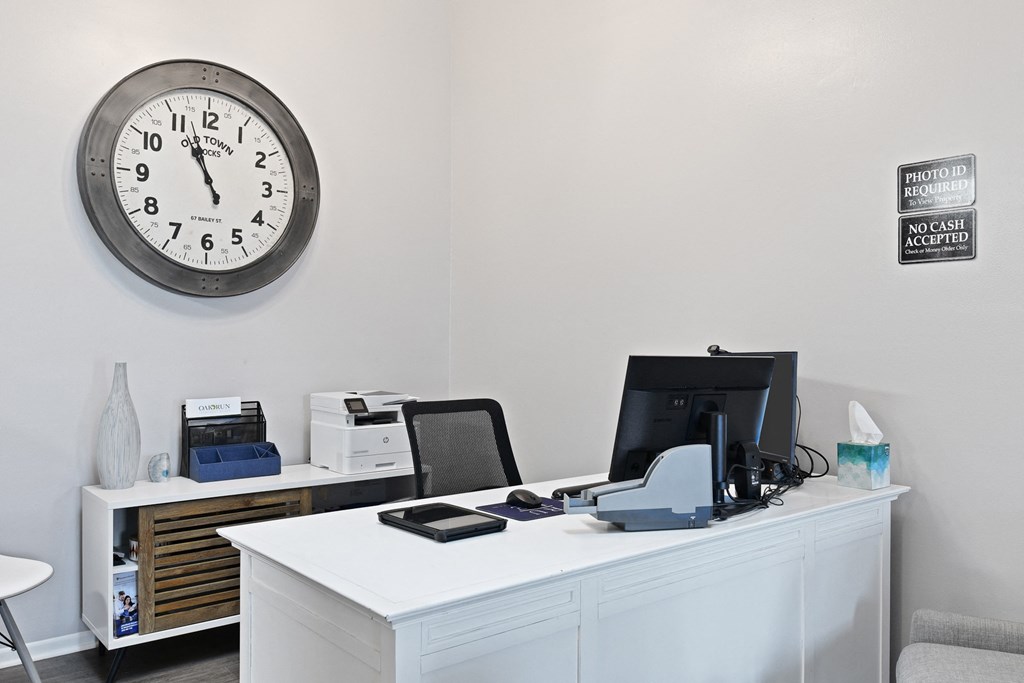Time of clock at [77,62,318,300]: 10:56
